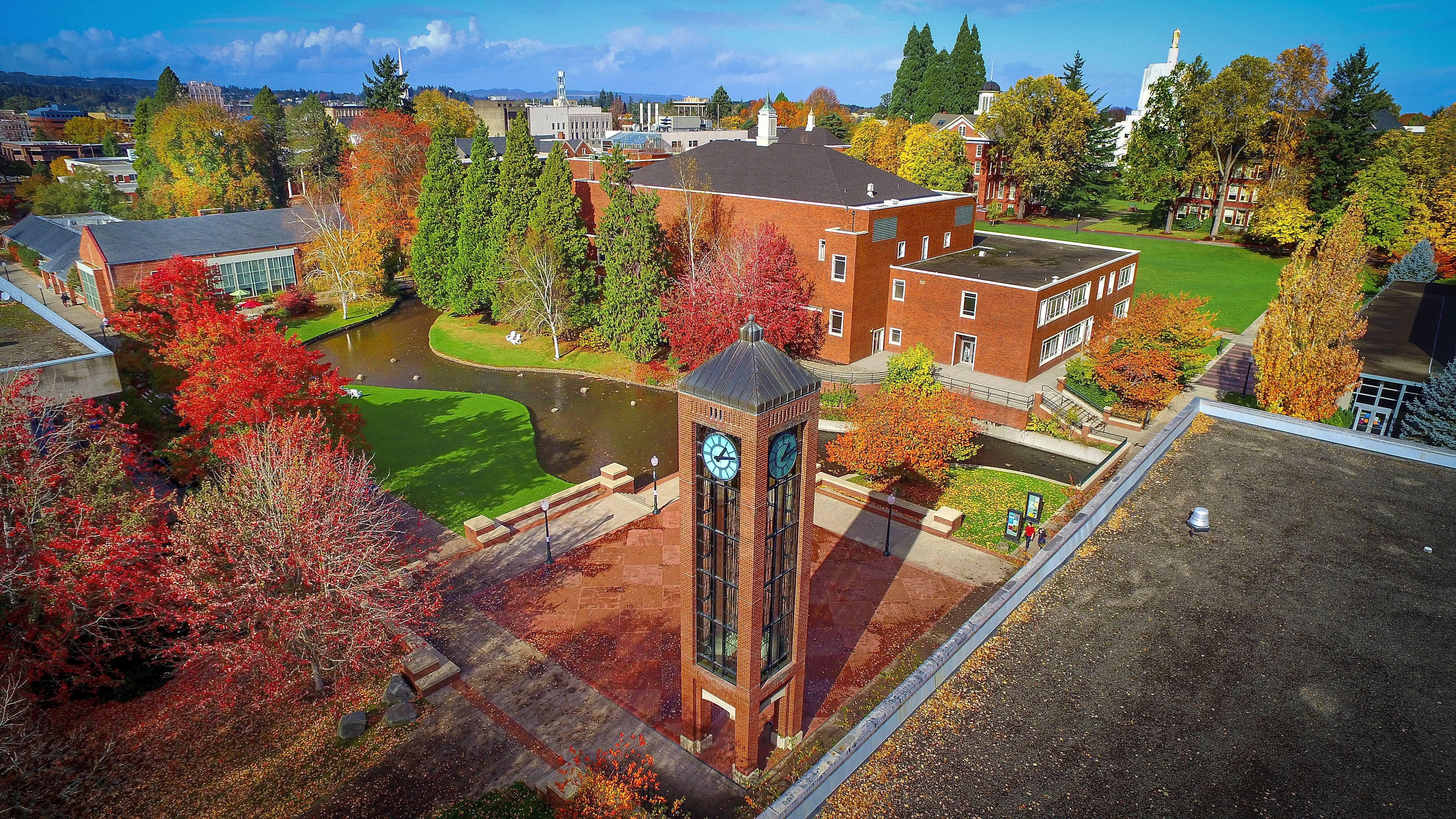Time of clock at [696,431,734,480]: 1:13
